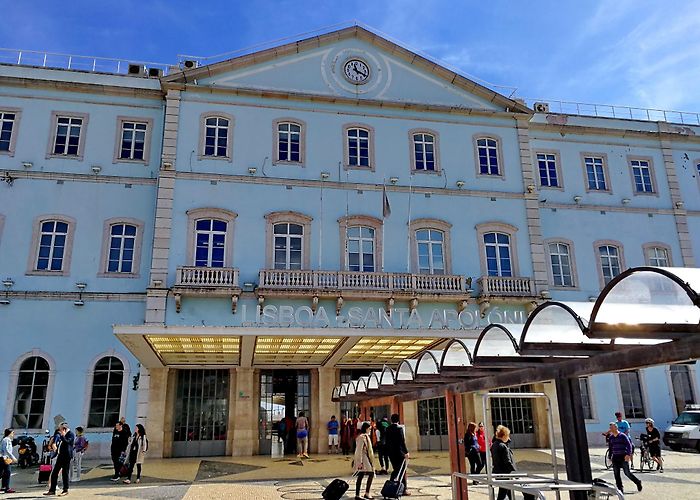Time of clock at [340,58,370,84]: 11:19
